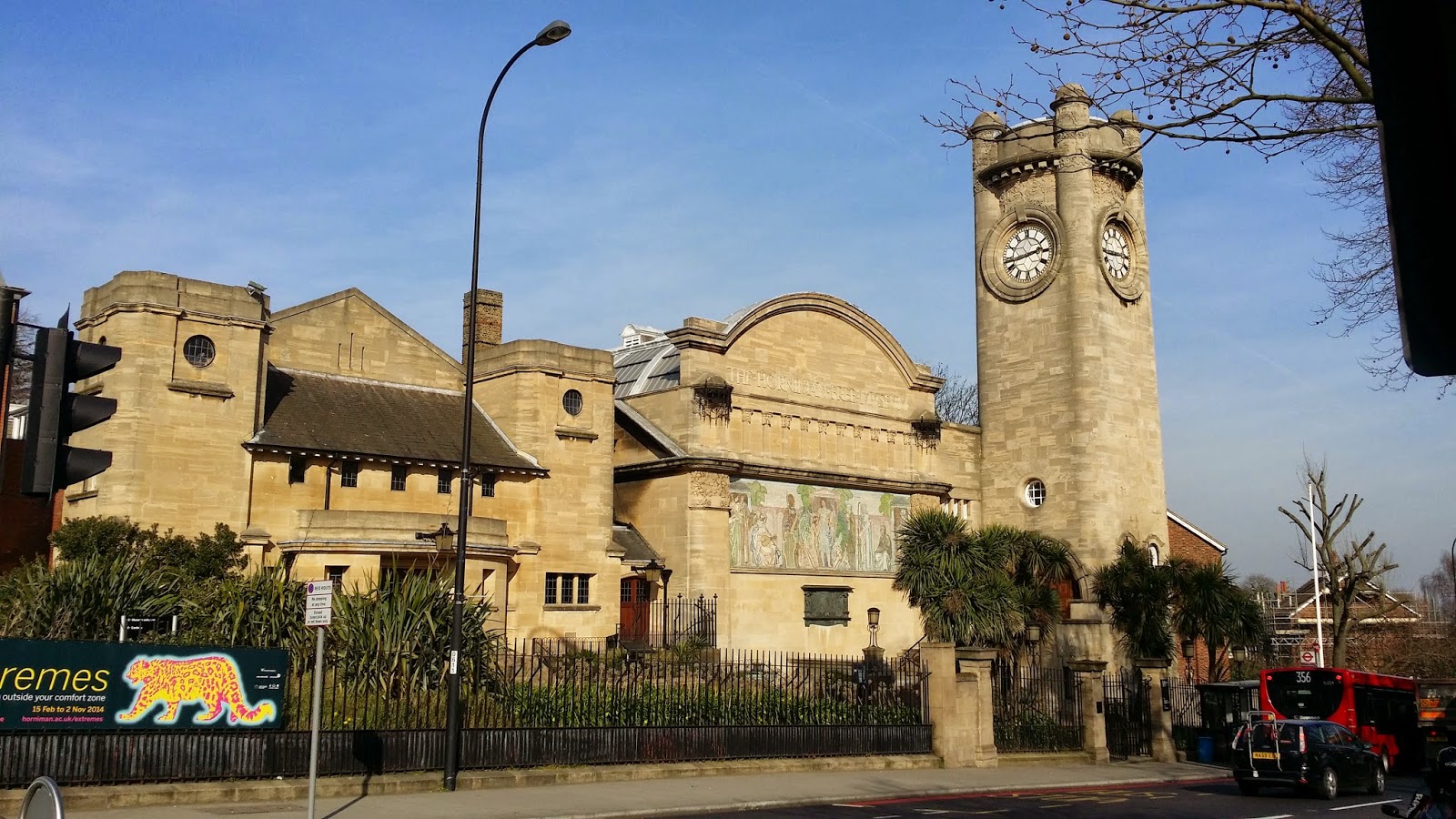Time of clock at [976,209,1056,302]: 2:43
